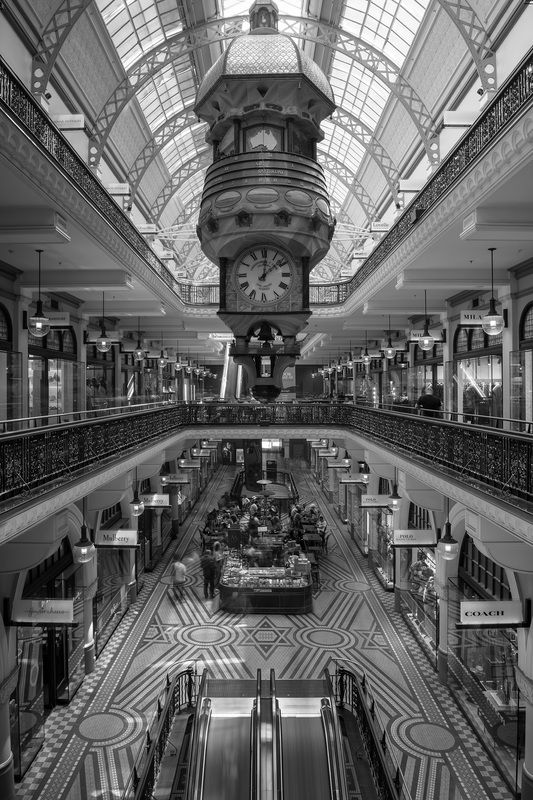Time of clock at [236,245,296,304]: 12:08
